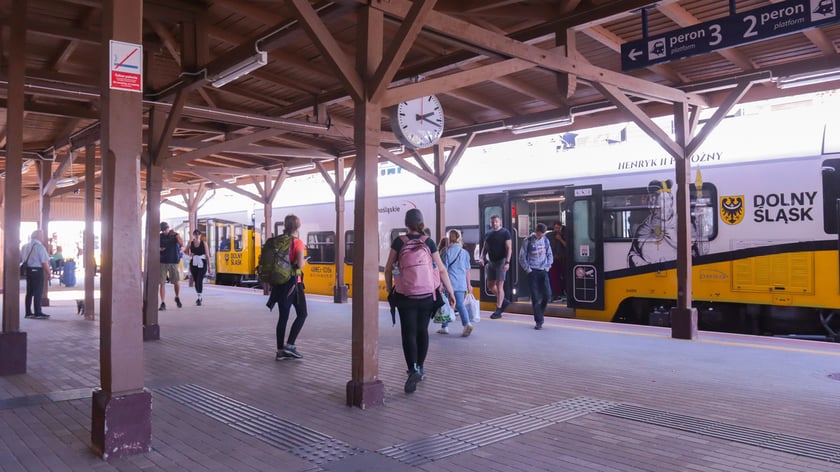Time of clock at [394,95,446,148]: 2:17
